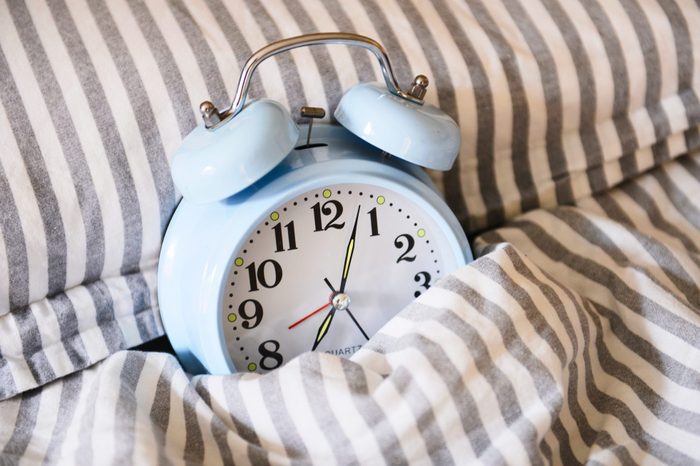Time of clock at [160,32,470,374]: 7:03
